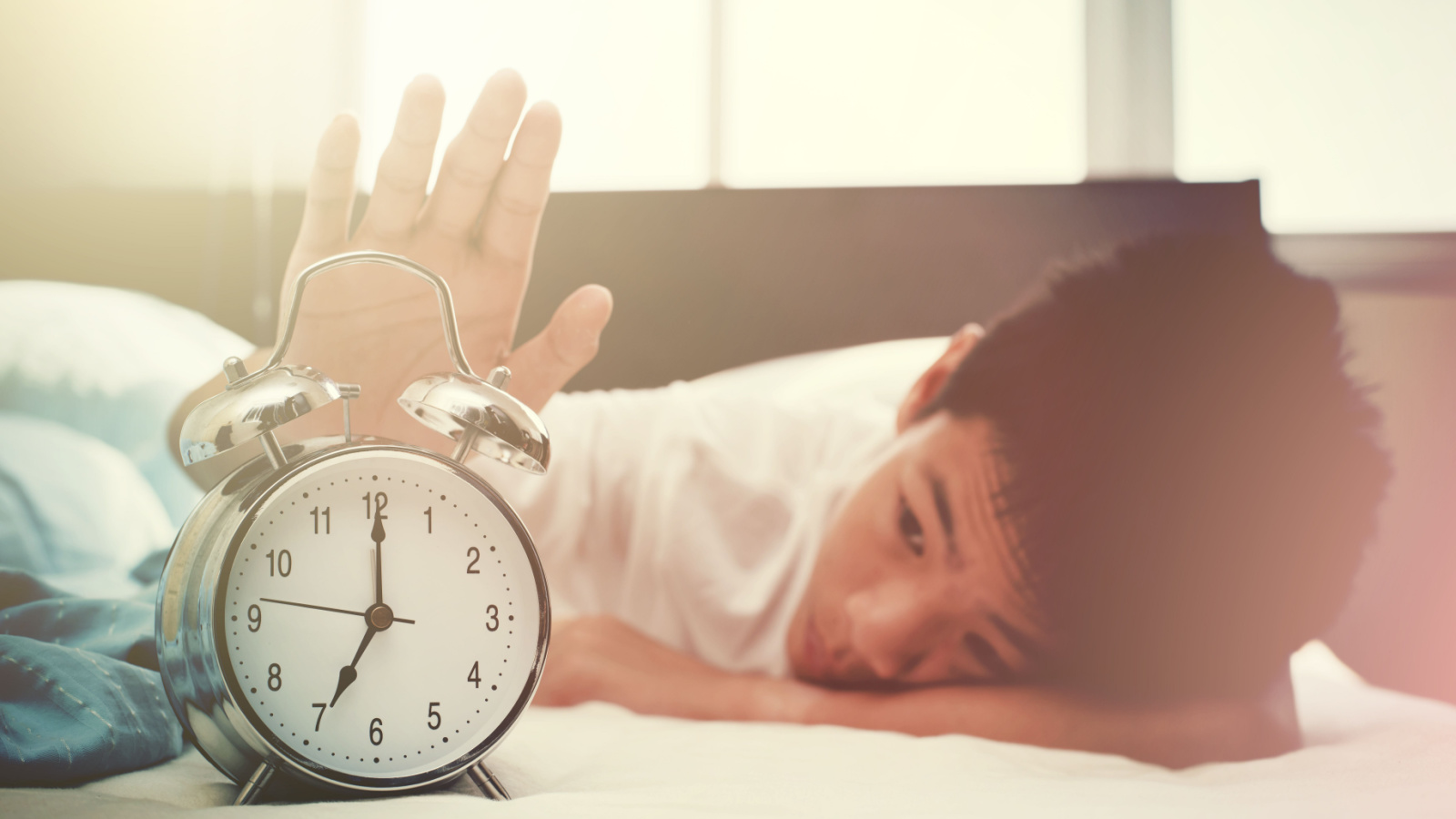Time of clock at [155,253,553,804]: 7:00
